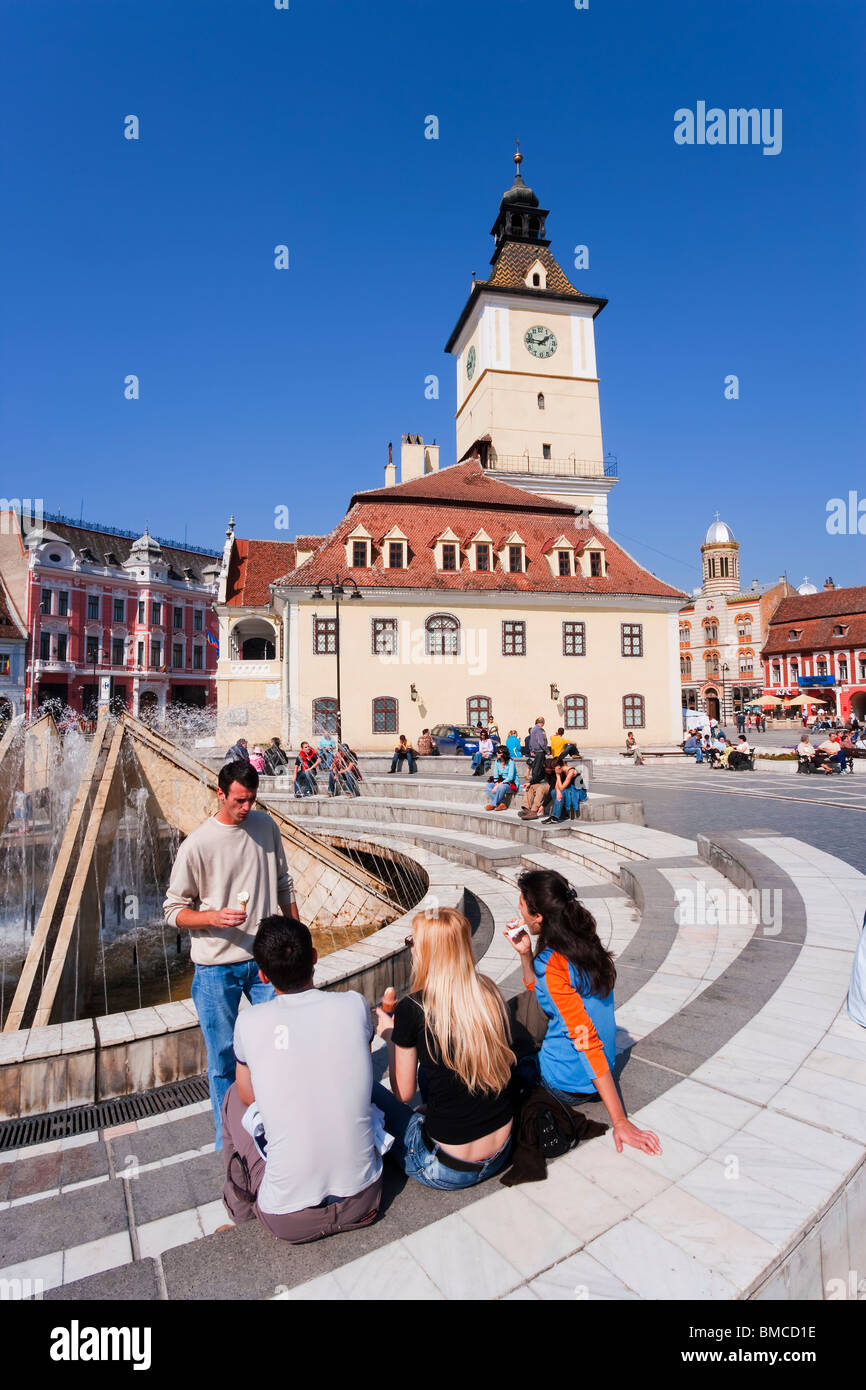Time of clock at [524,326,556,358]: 1:46
